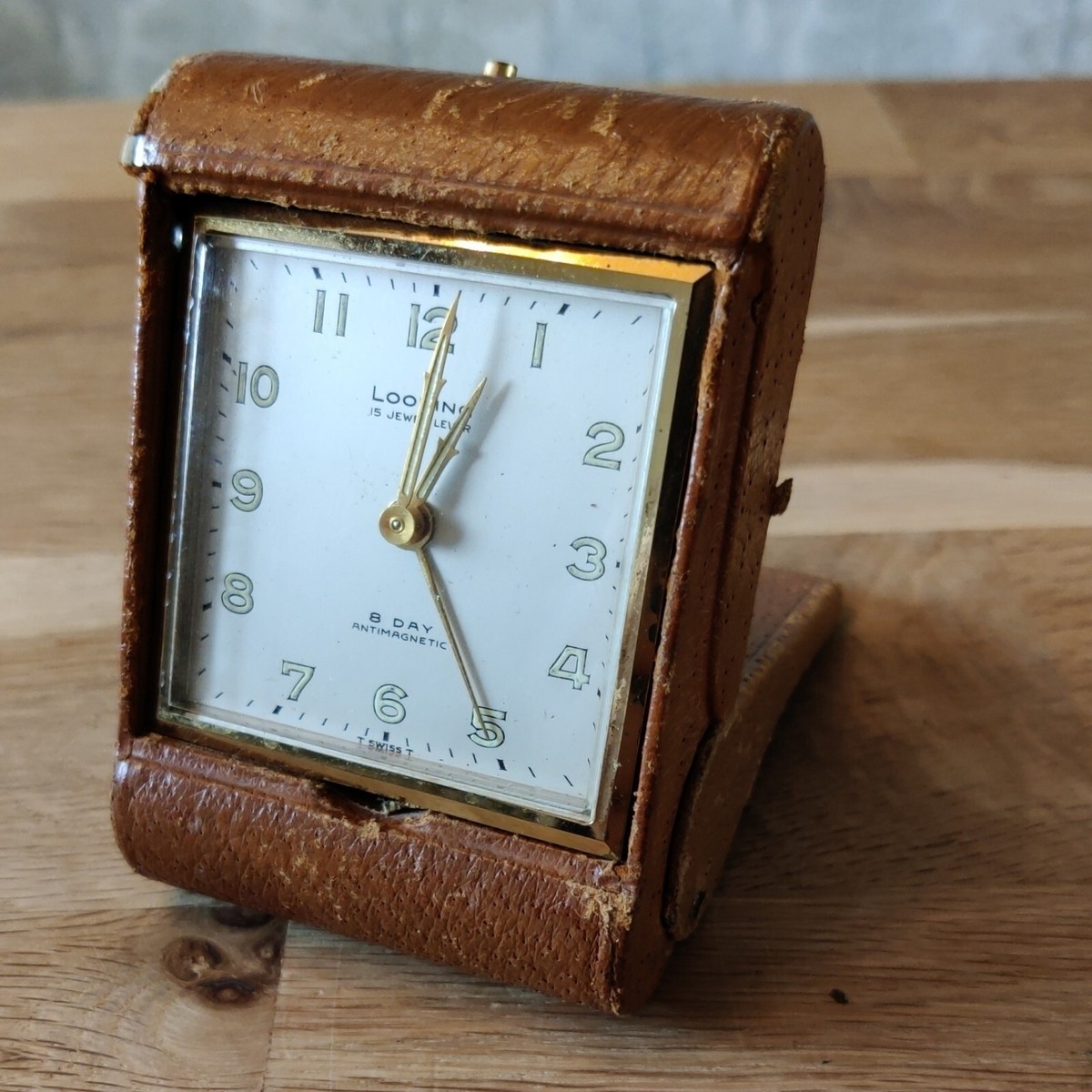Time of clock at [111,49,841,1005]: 12:24
